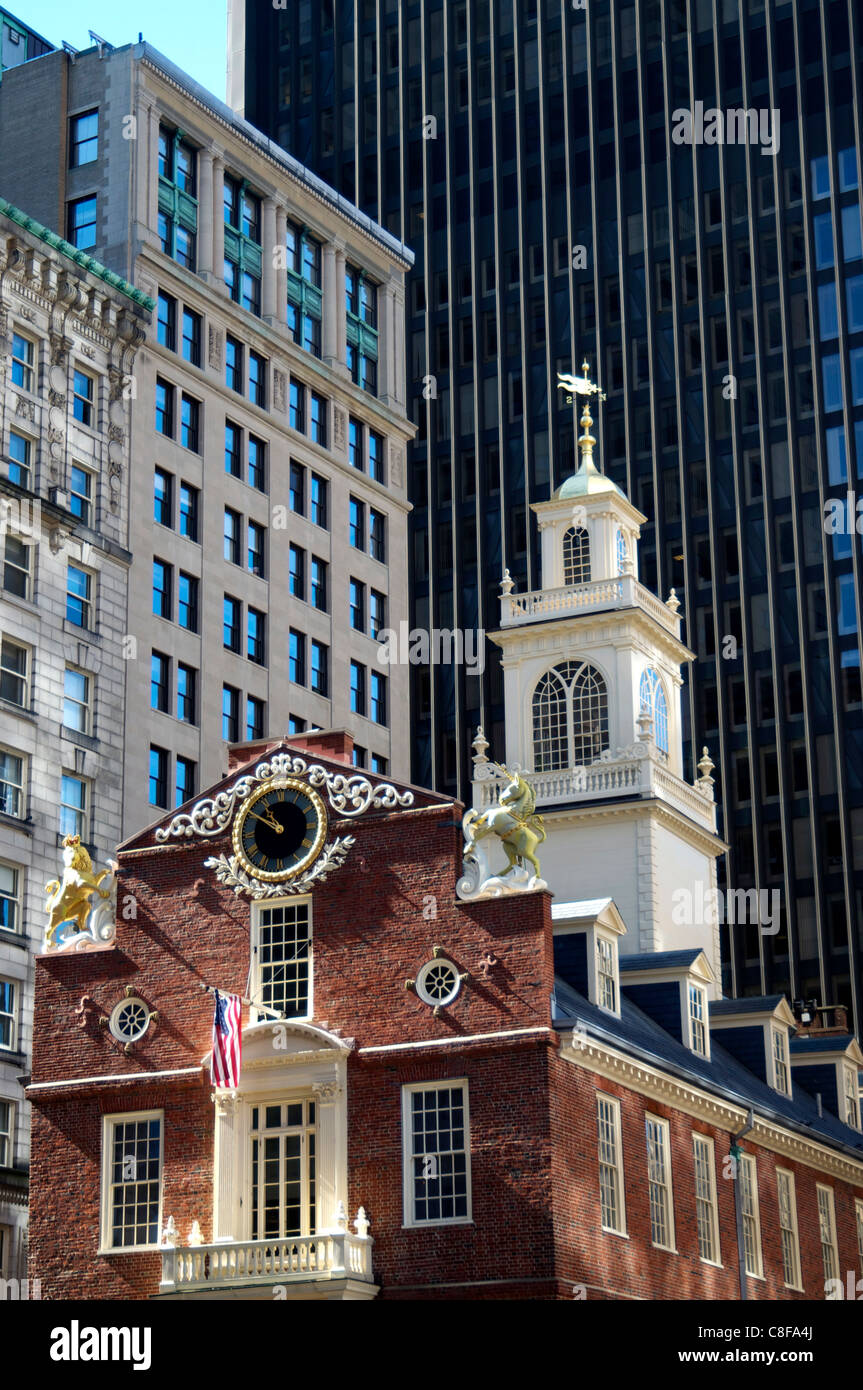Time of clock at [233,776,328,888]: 10:50
